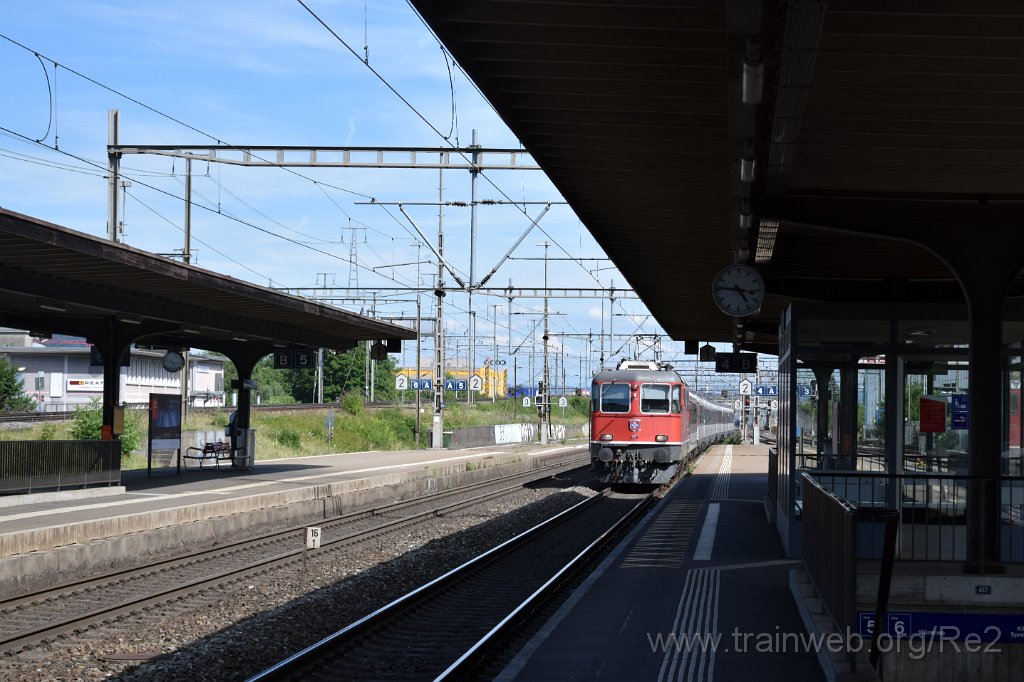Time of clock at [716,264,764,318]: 4:46
